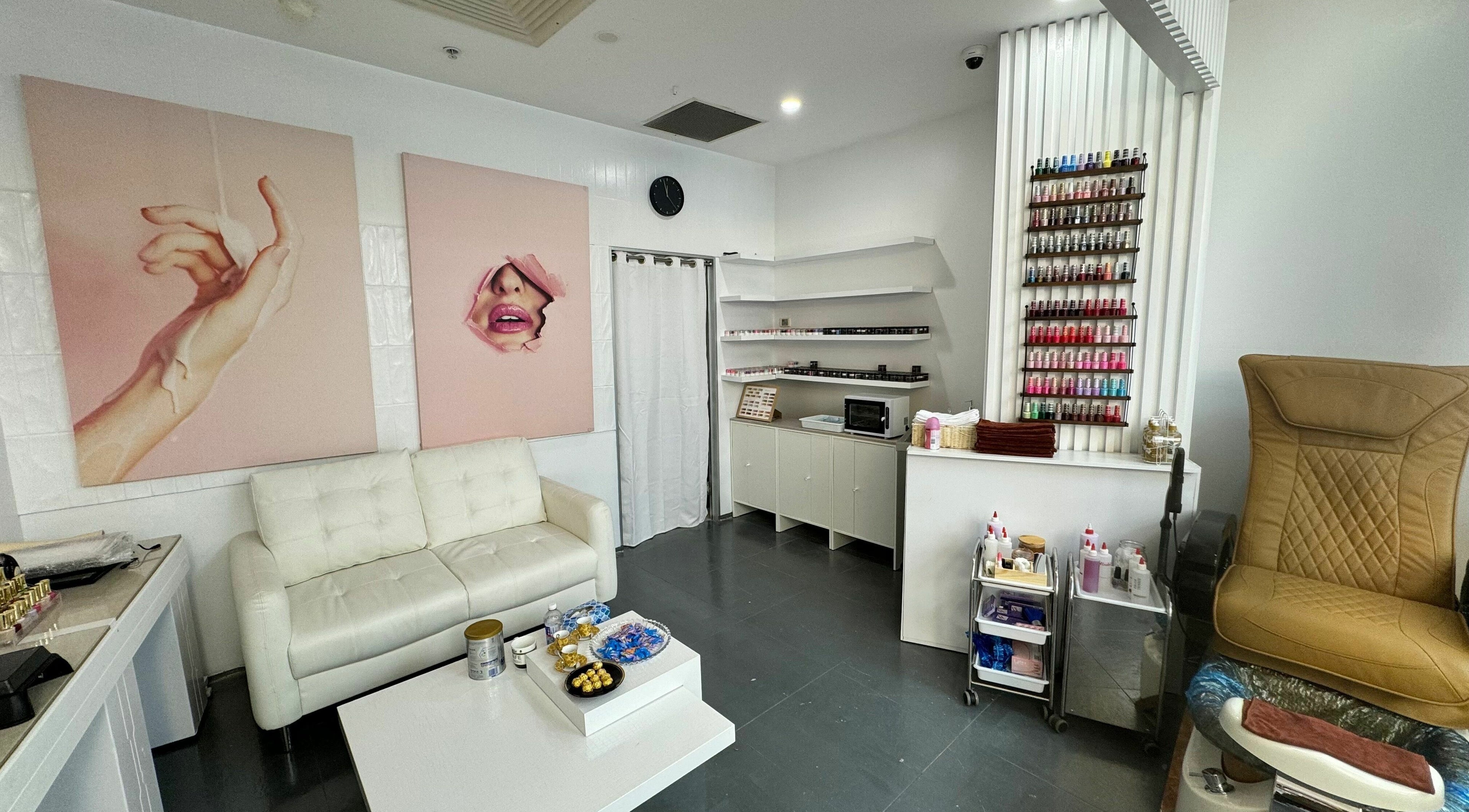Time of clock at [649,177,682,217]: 11:57
